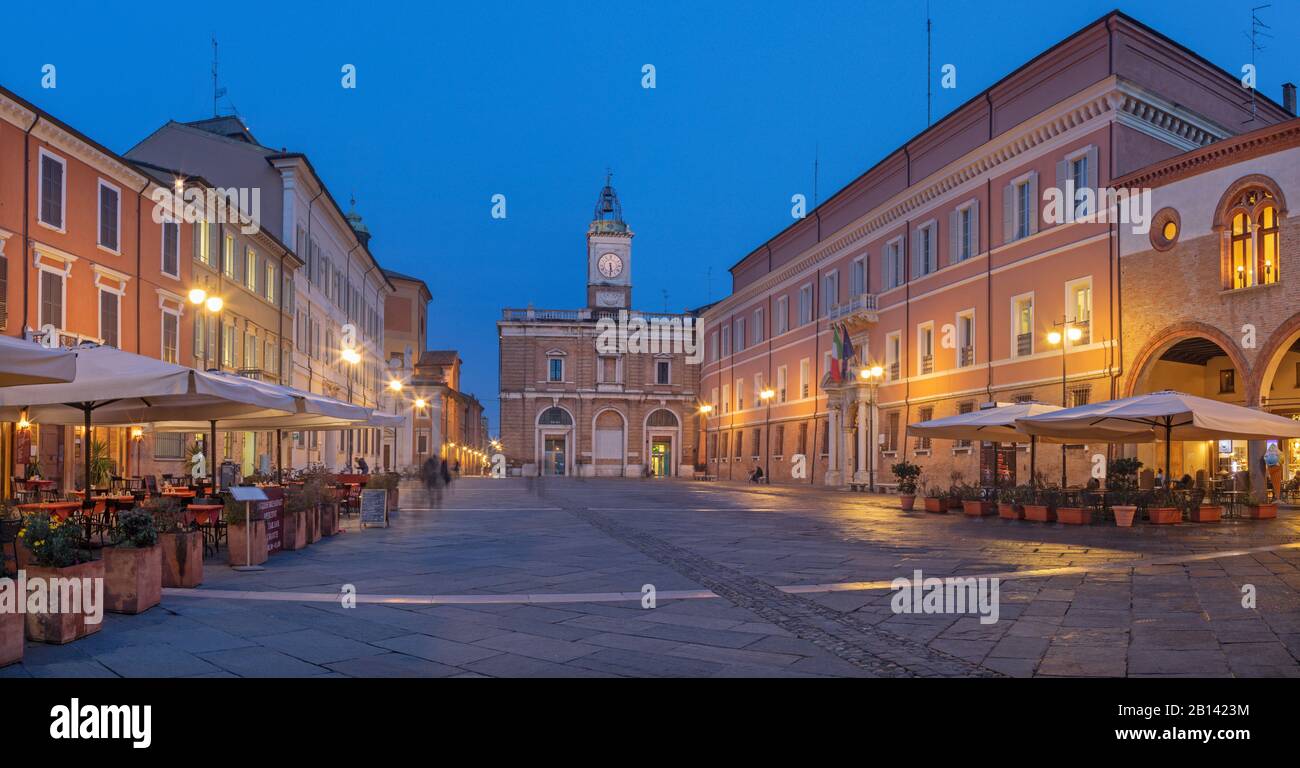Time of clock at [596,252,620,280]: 5:30
